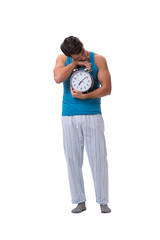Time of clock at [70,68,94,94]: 7:08
